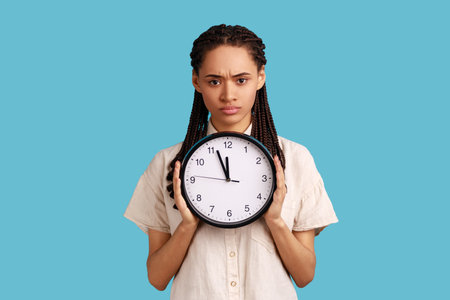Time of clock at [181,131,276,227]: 11:56
